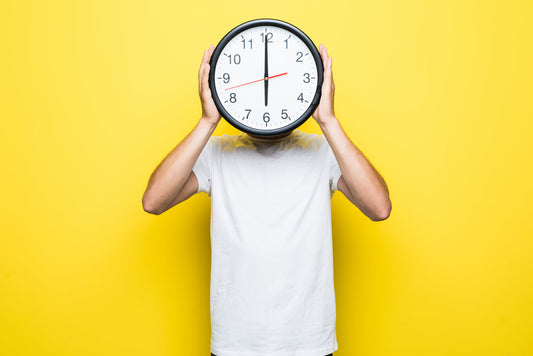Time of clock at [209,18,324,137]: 5:59
